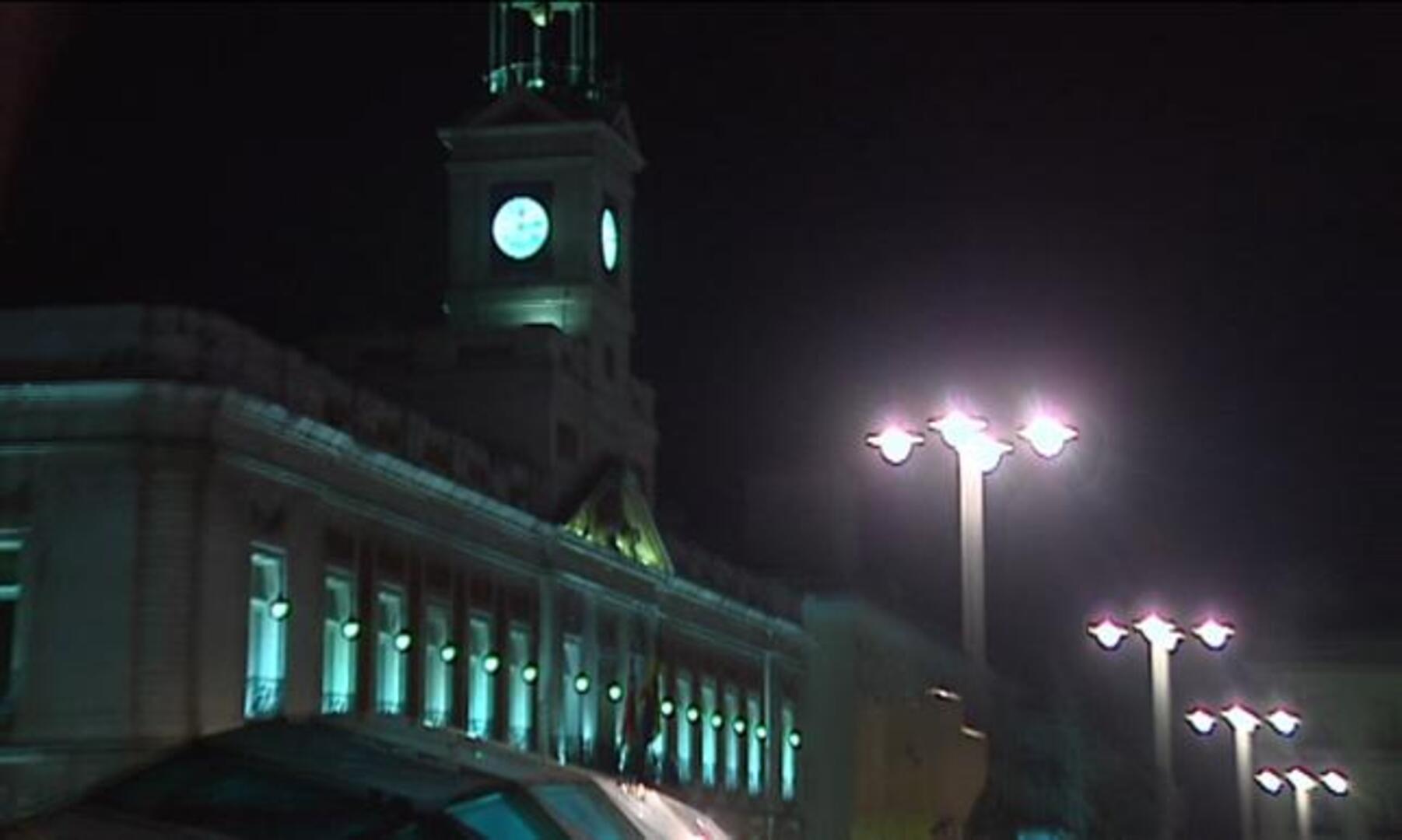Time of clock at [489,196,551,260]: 12:13
